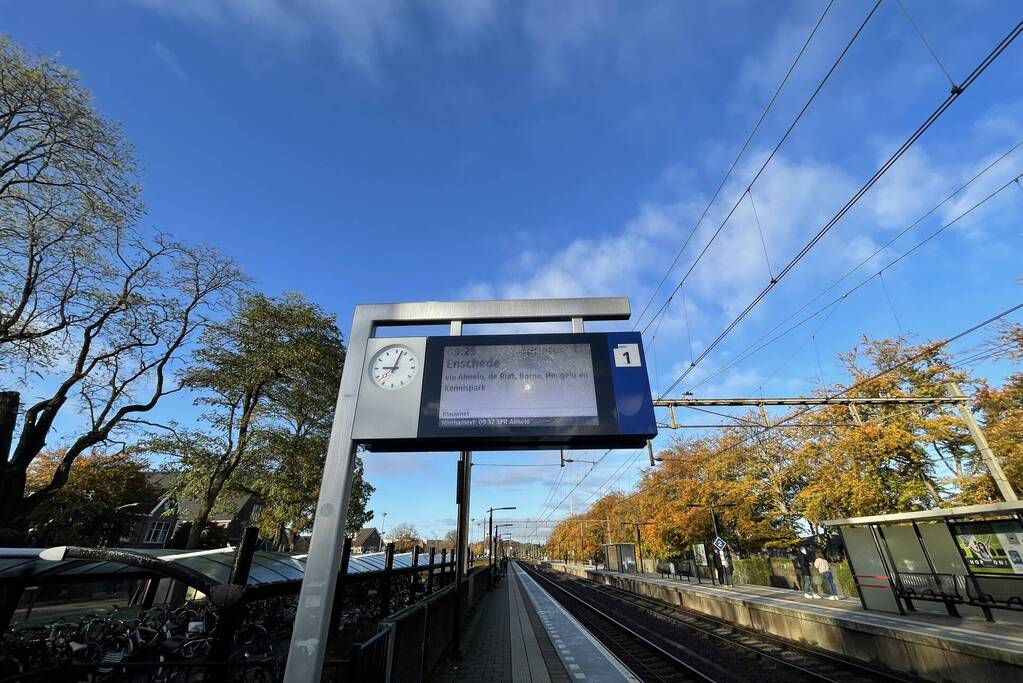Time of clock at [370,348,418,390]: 9:02
